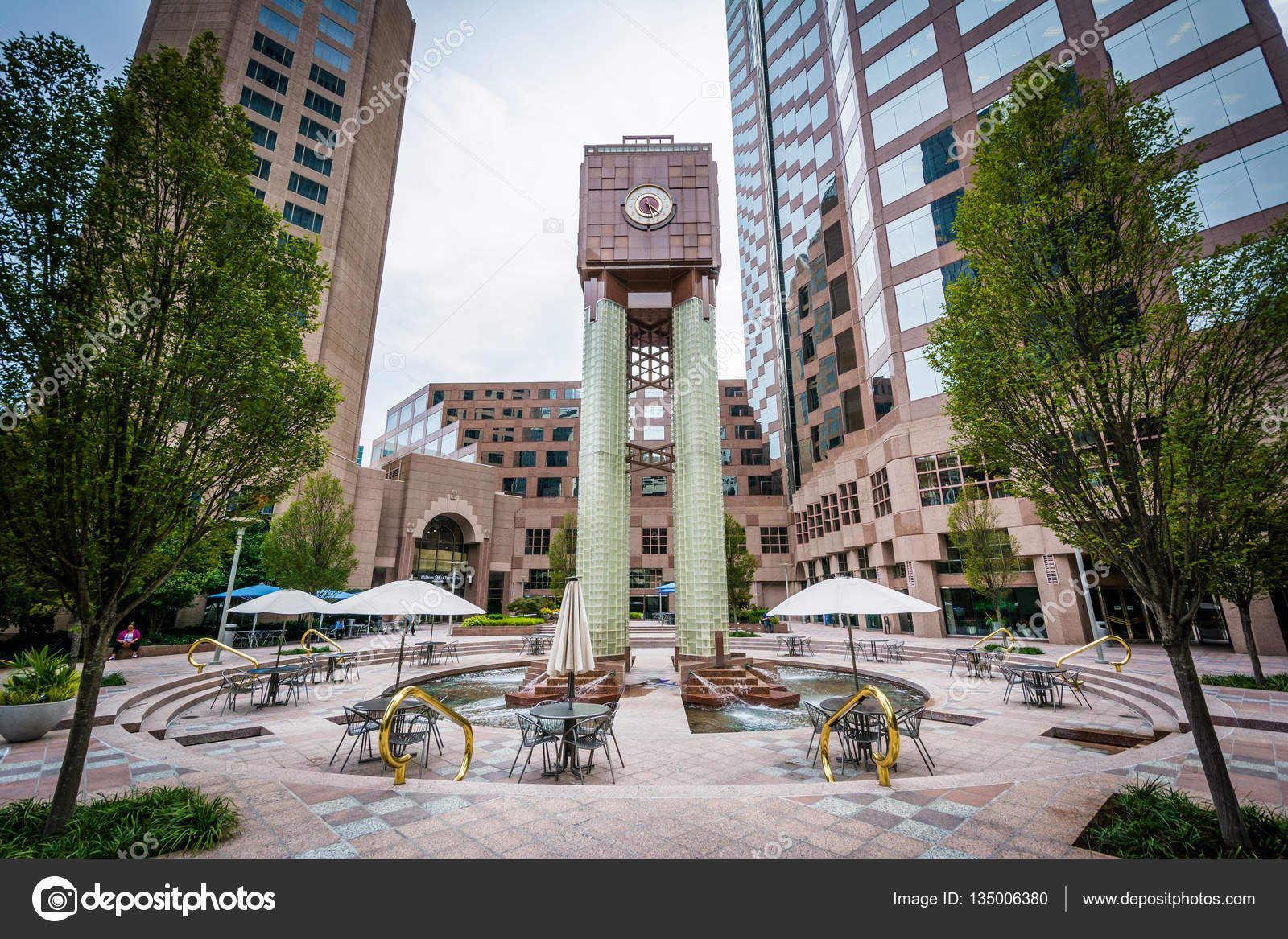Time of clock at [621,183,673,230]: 4:27
